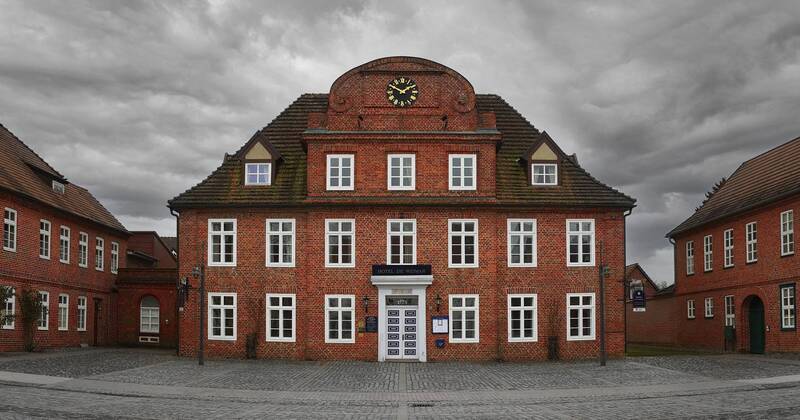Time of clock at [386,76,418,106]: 1:49
